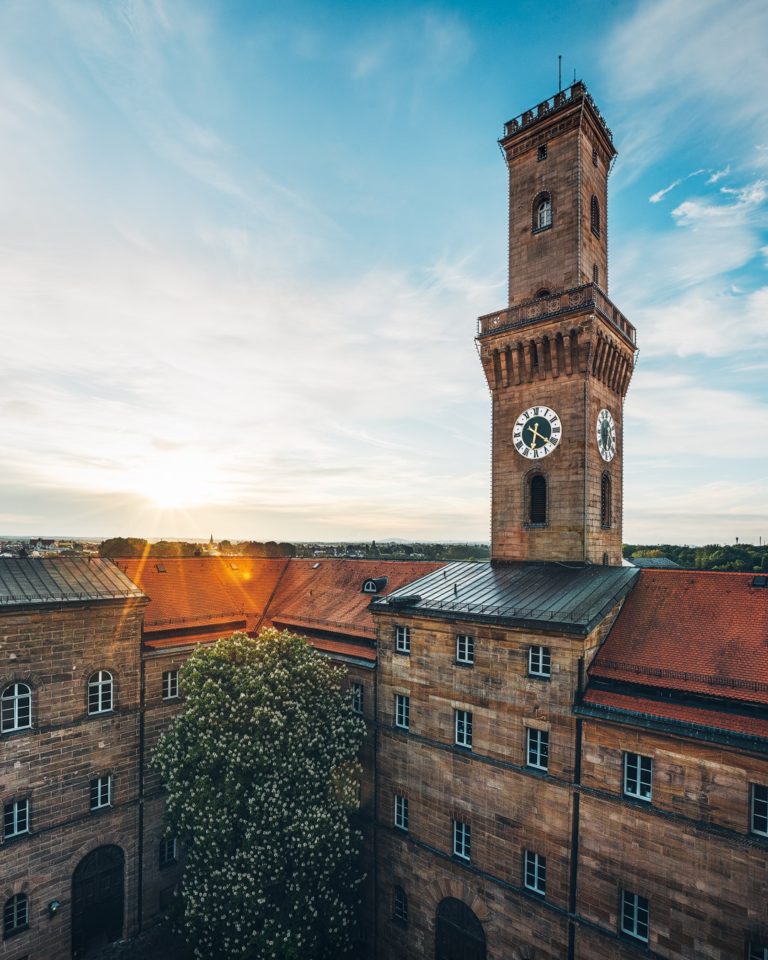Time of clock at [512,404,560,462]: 6:21
